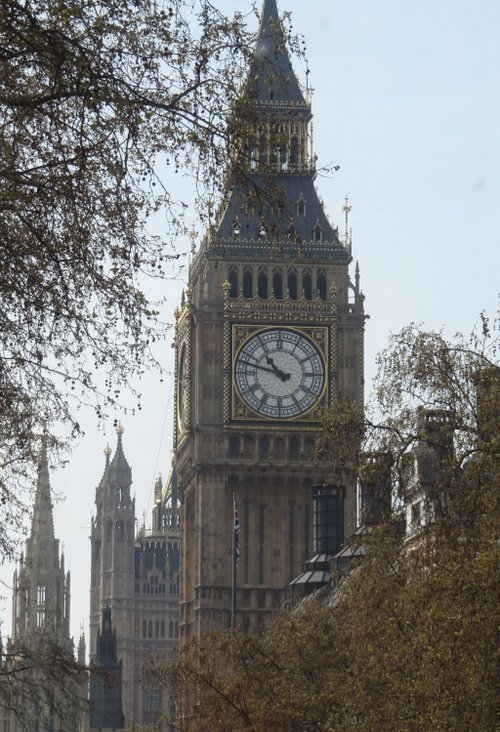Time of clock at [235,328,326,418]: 10:47
